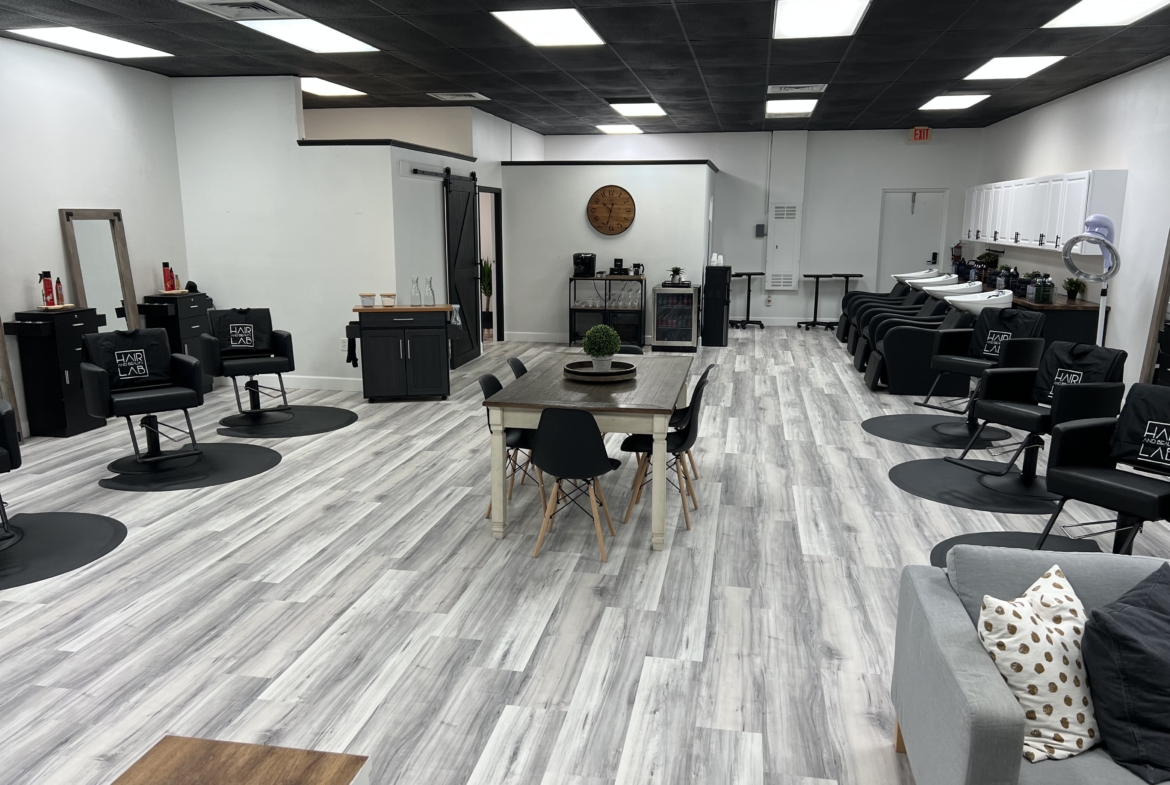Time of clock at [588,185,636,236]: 10:32
